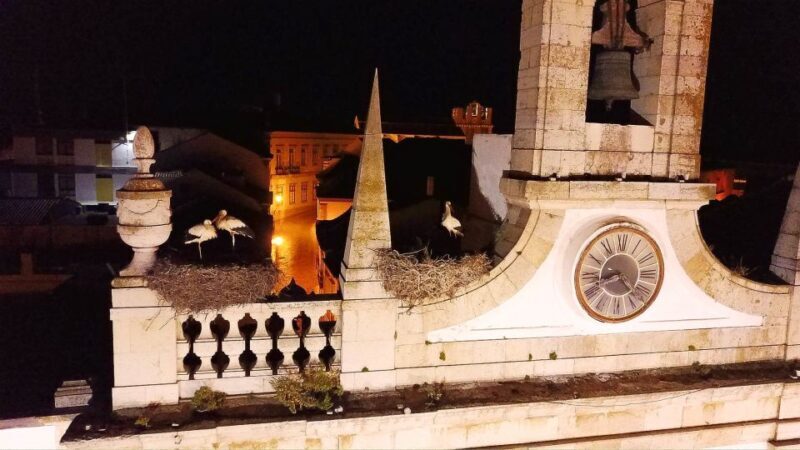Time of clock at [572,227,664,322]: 8:23
